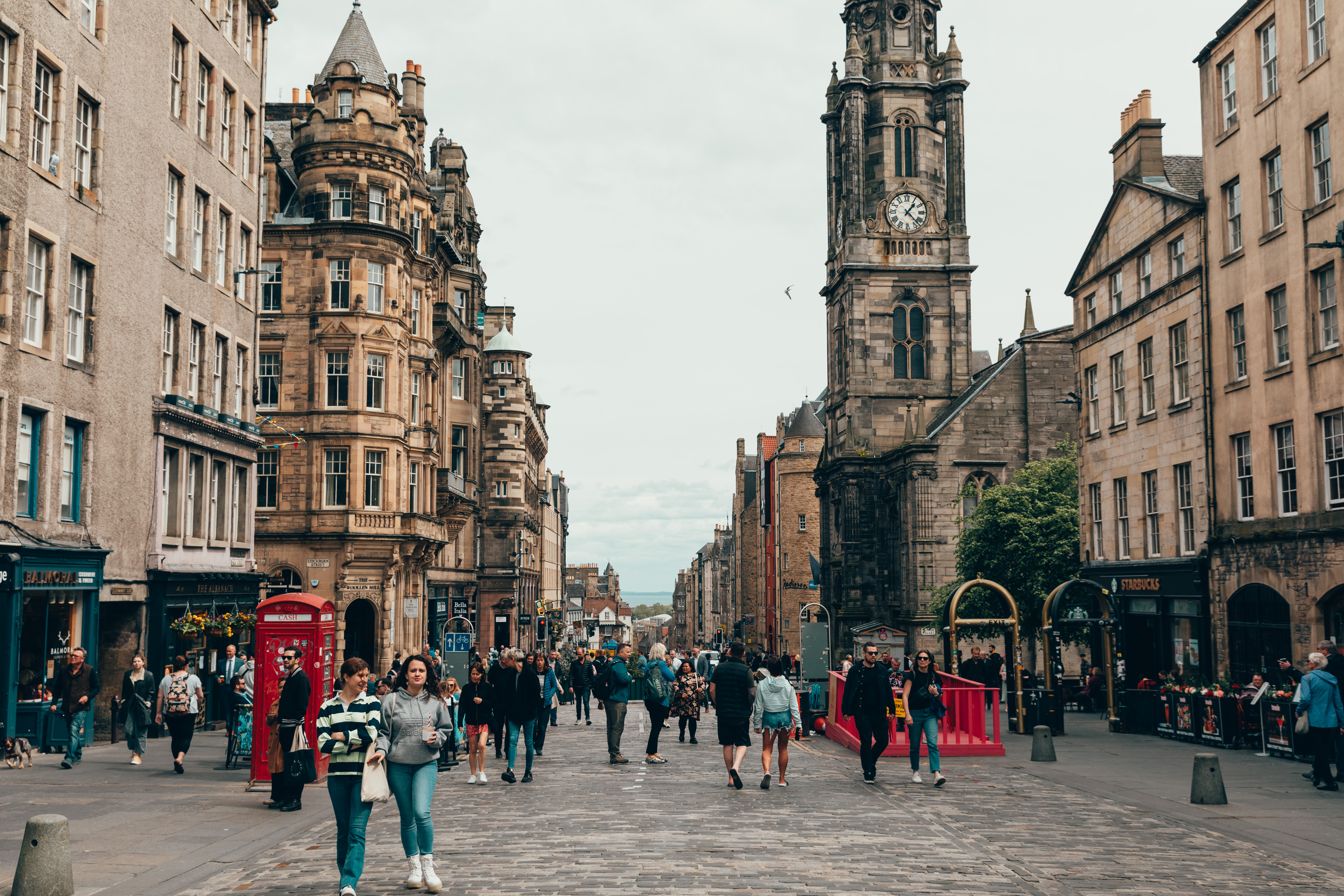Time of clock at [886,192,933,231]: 1:22
